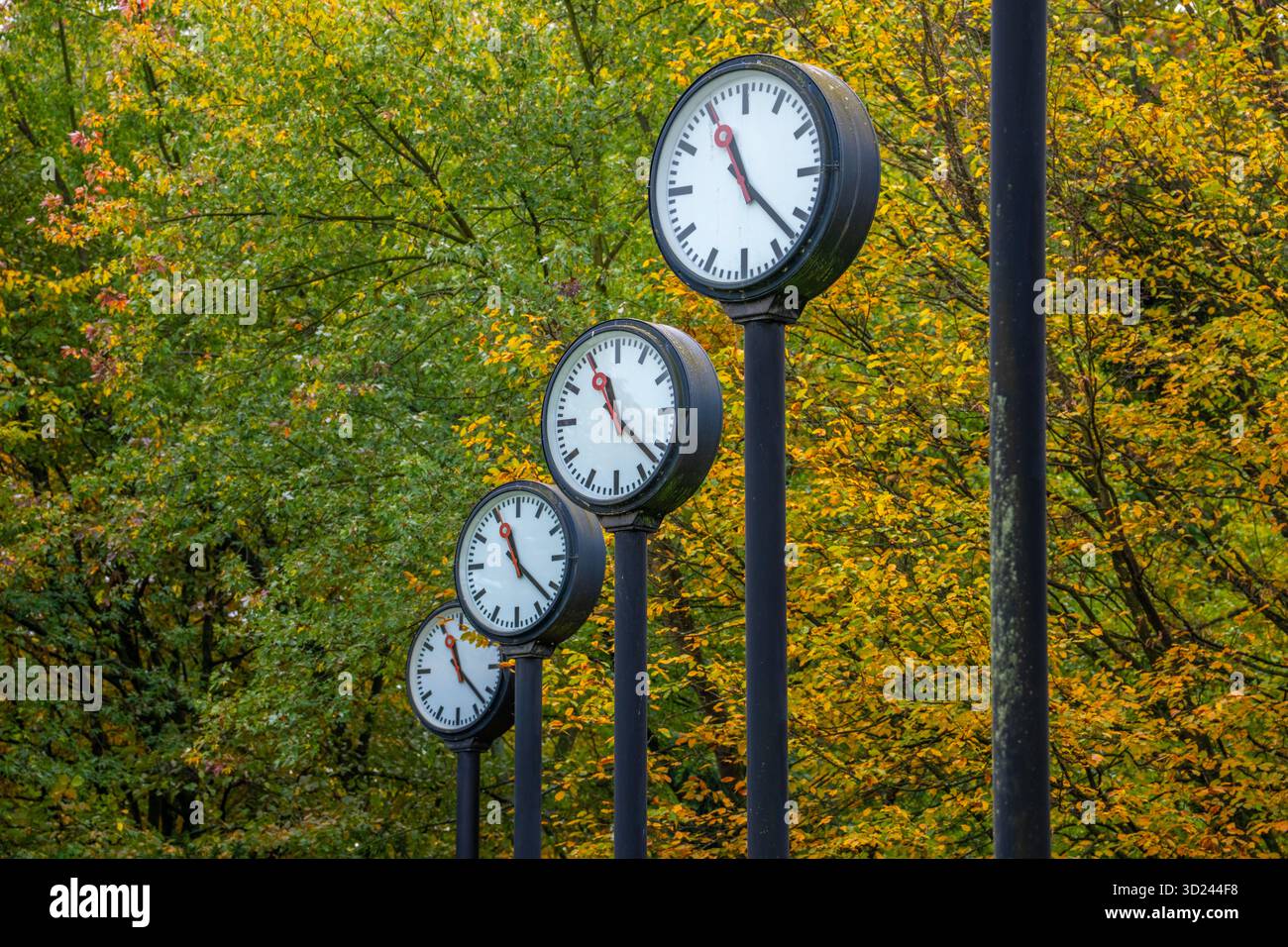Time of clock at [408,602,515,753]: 11:22
